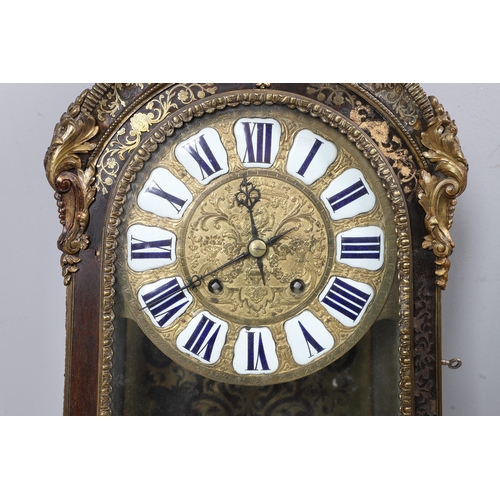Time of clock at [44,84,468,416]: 11:40
